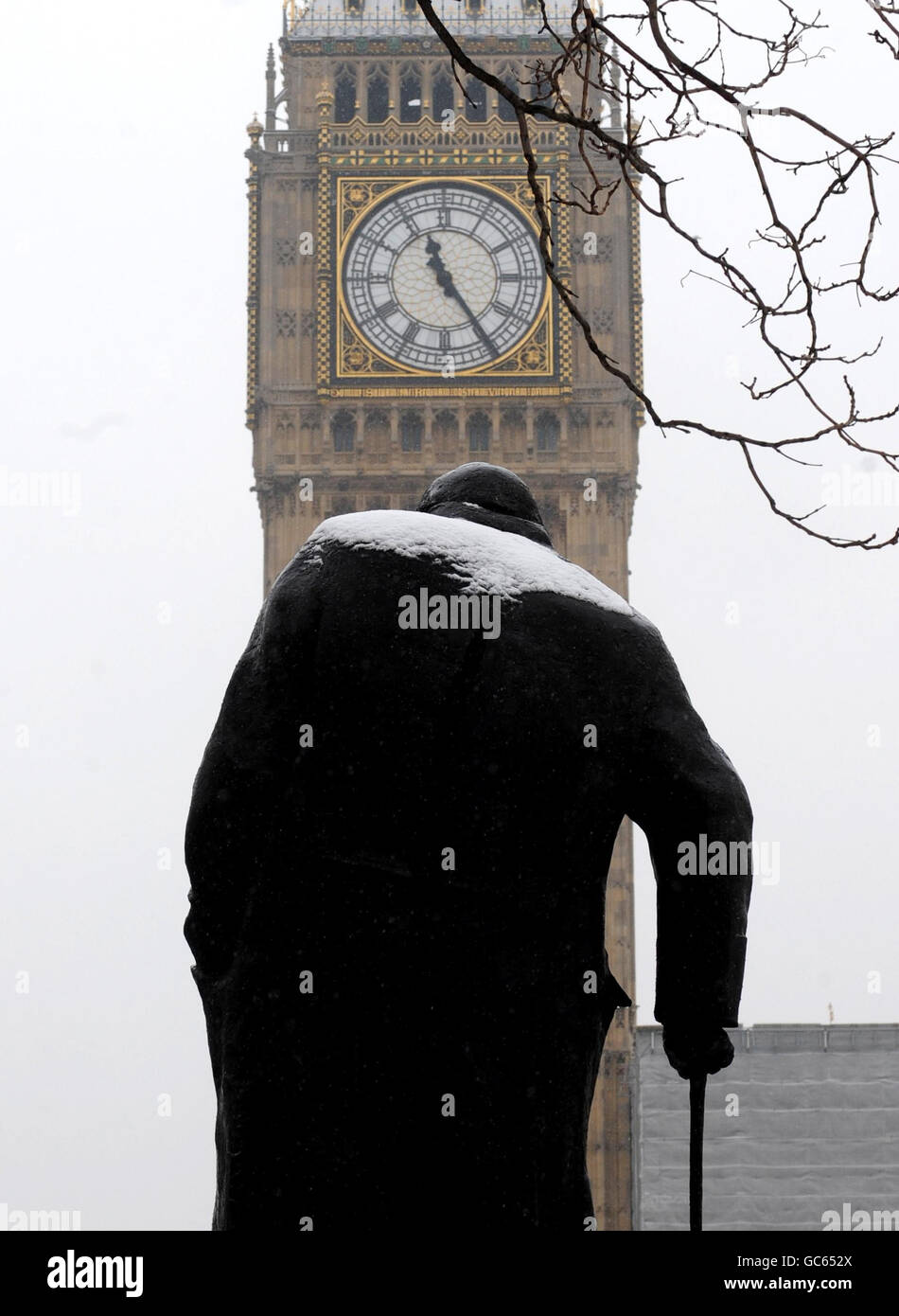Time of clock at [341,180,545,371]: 11:24
